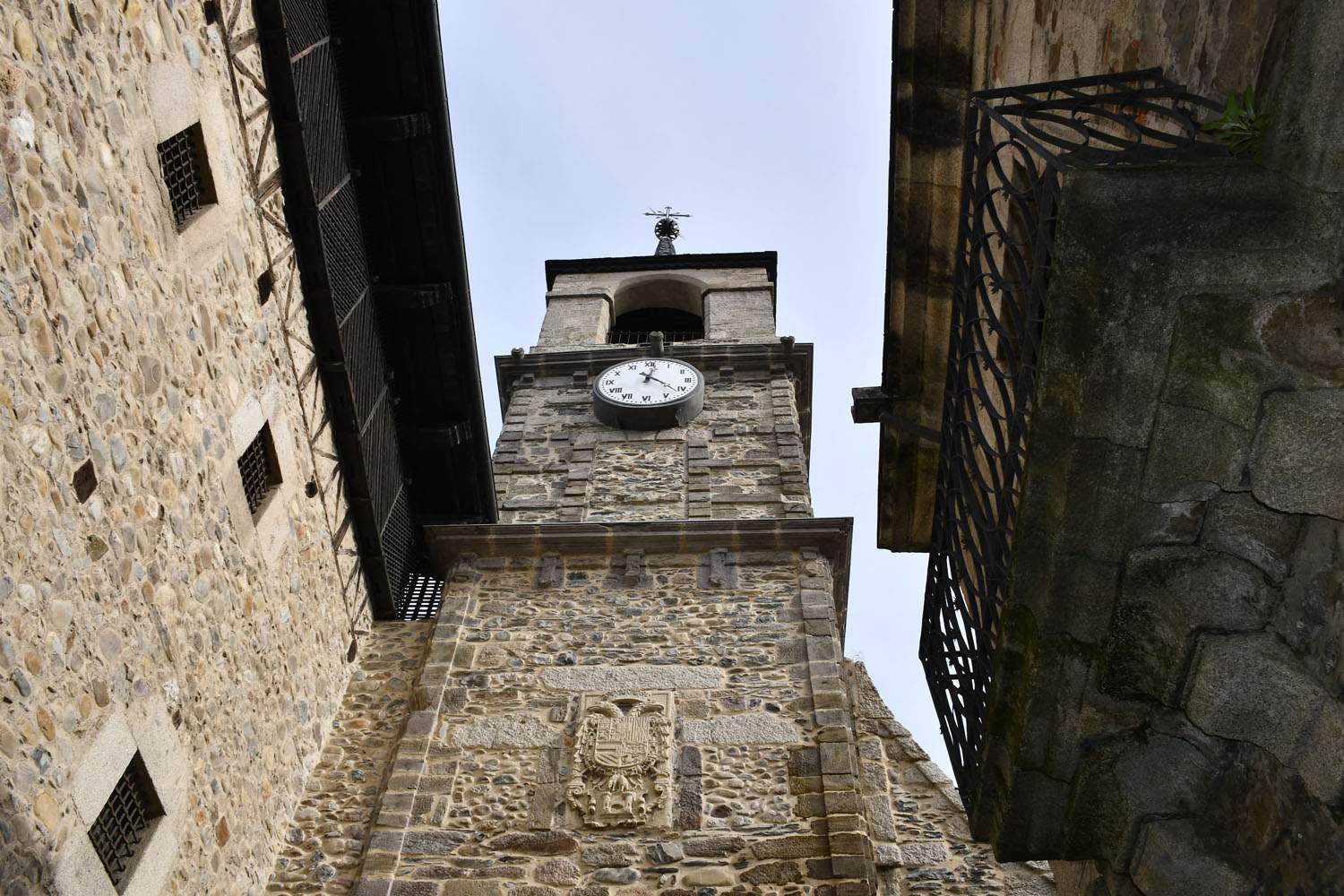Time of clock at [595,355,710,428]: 12:21
